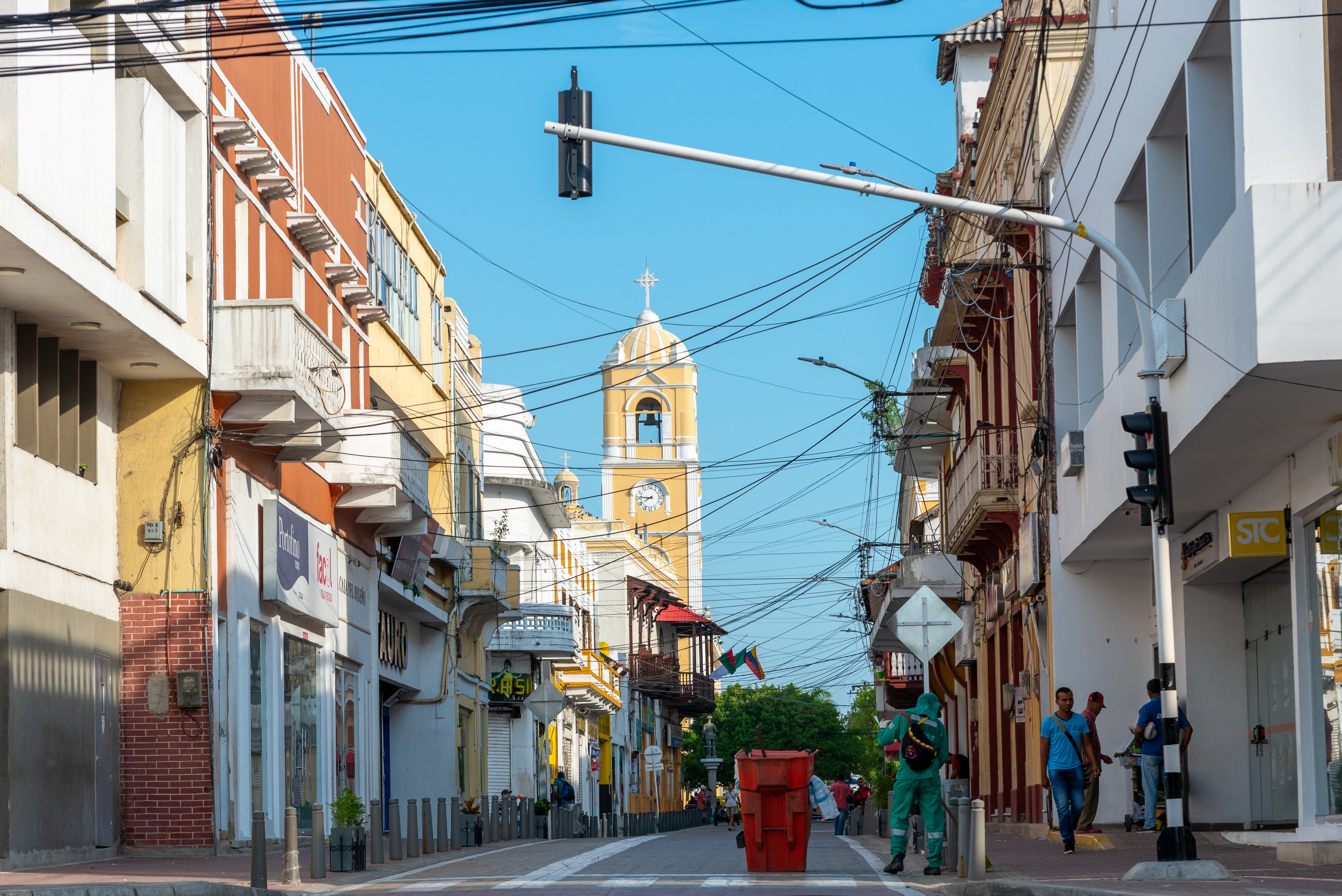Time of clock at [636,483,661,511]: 7:46
